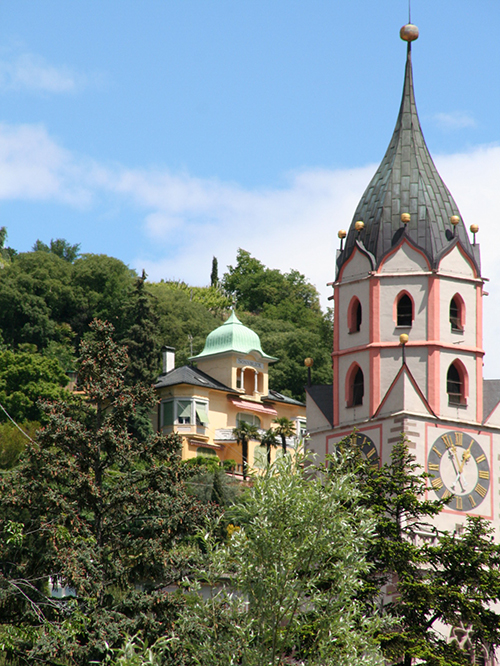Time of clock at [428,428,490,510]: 12:55
